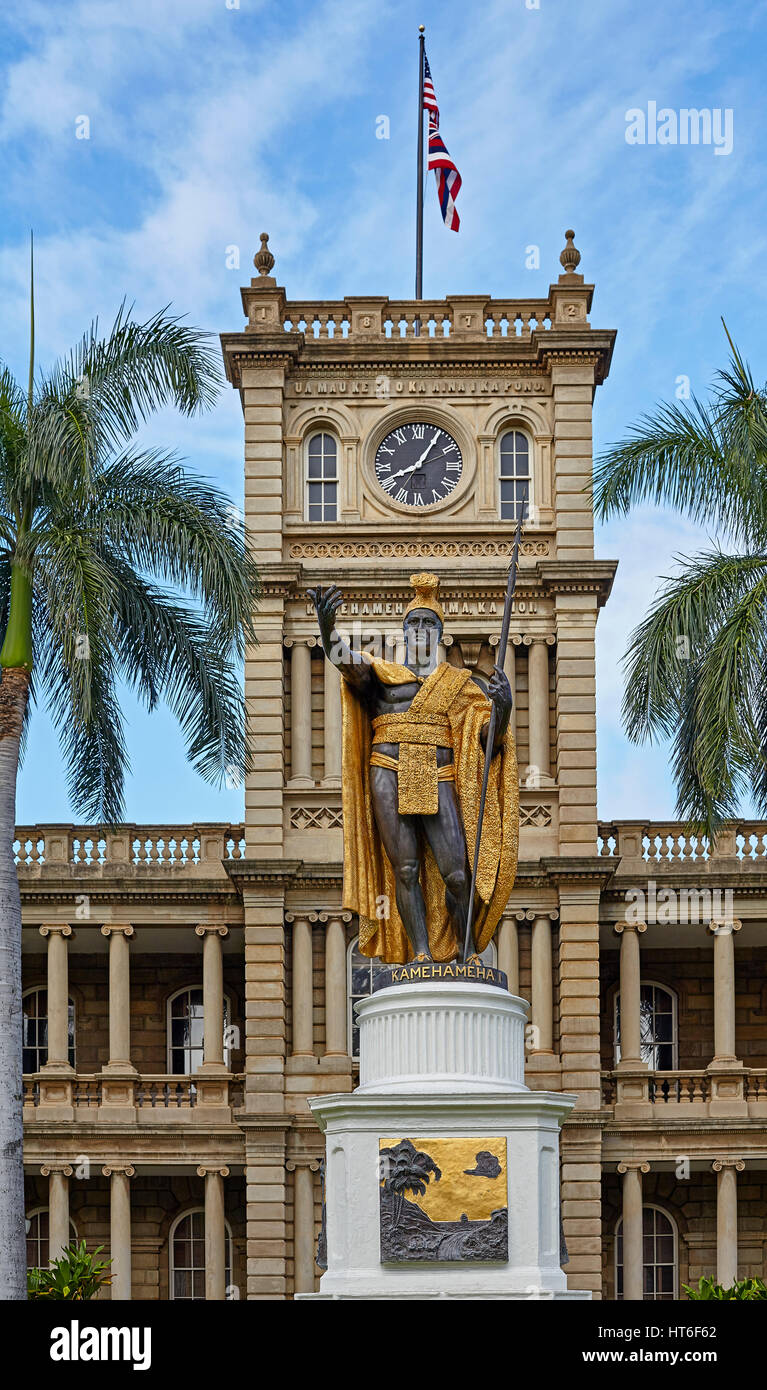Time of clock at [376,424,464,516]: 8:05
